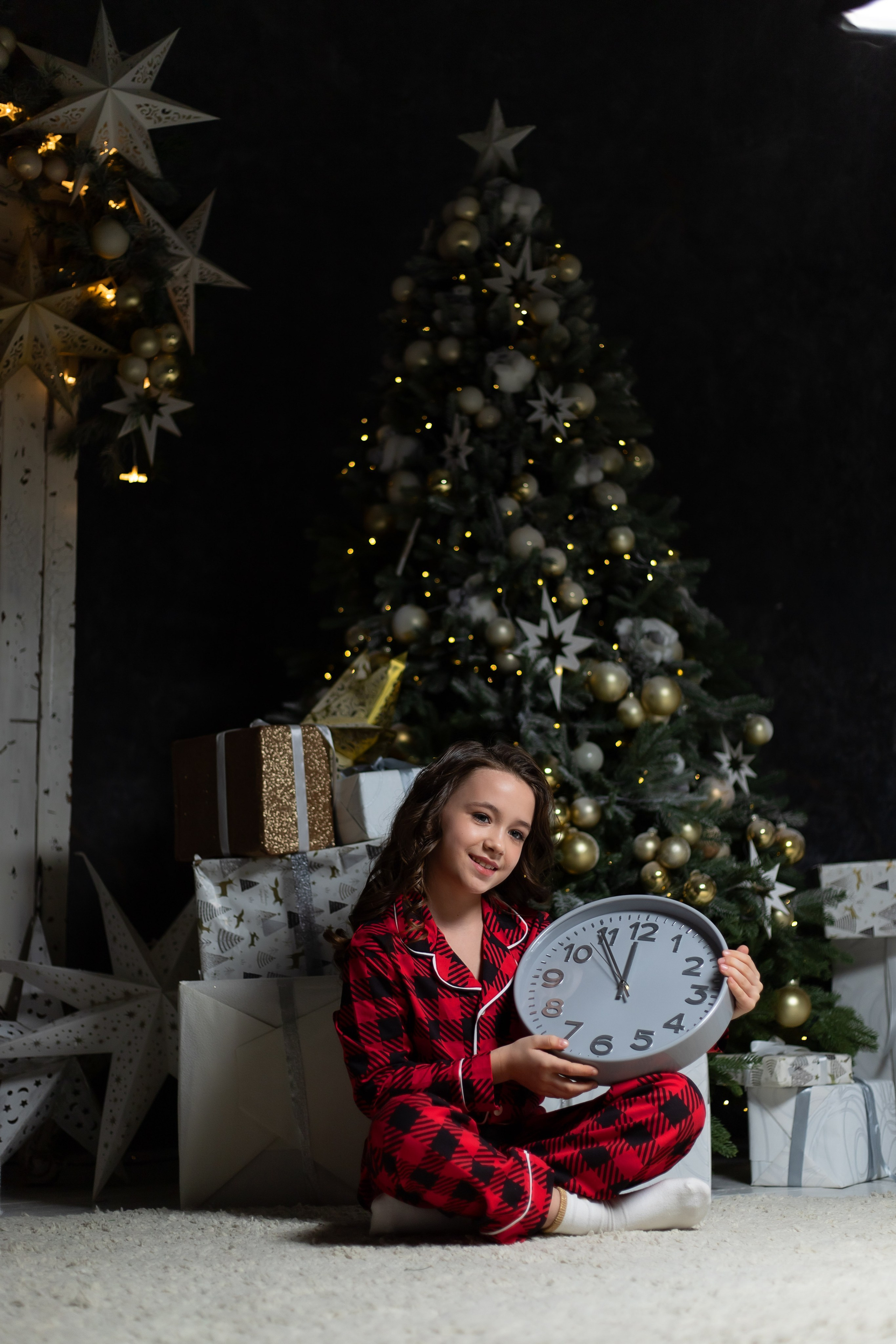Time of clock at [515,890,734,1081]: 11:54
